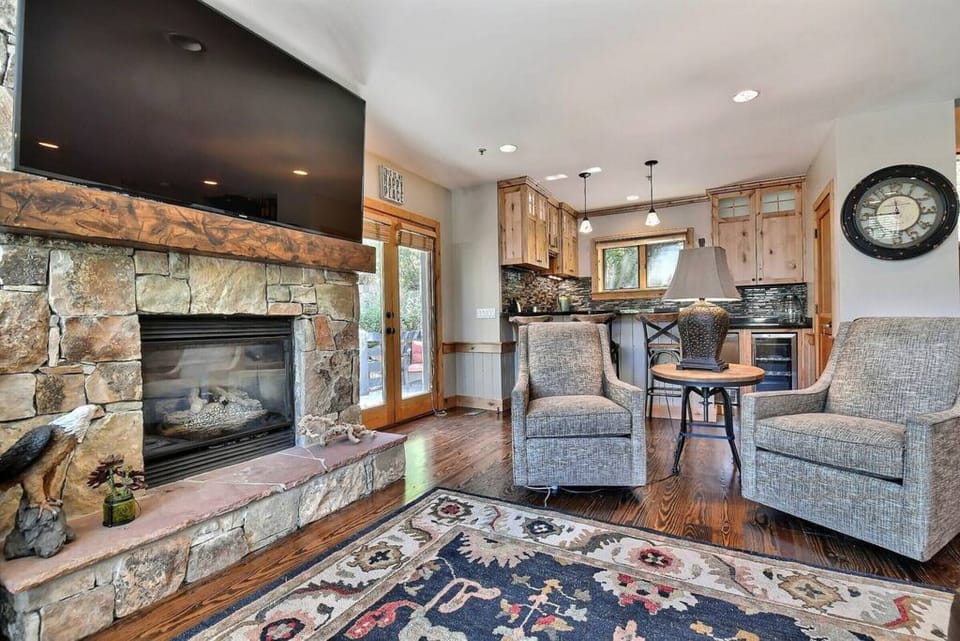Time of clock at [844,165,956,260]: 11:46
